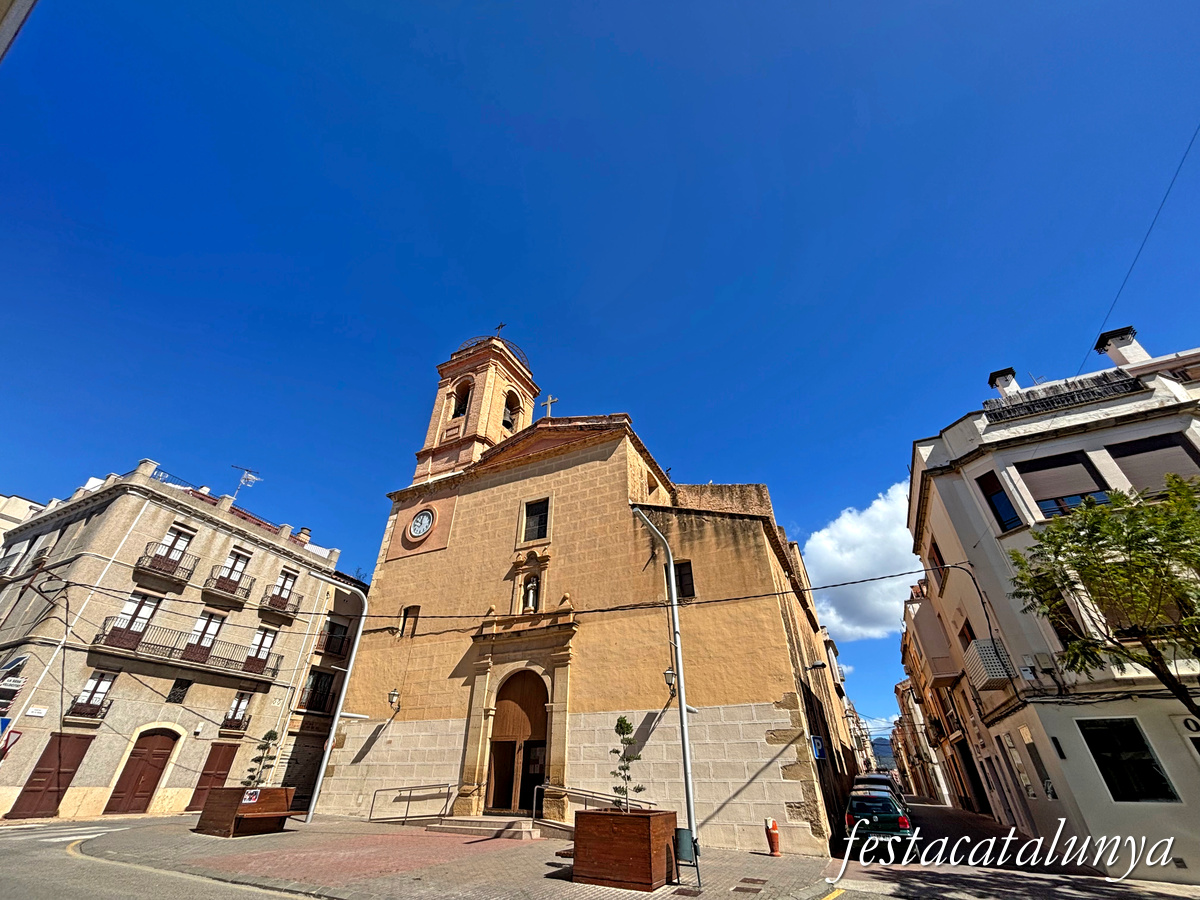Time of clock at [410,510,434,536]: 11:50
